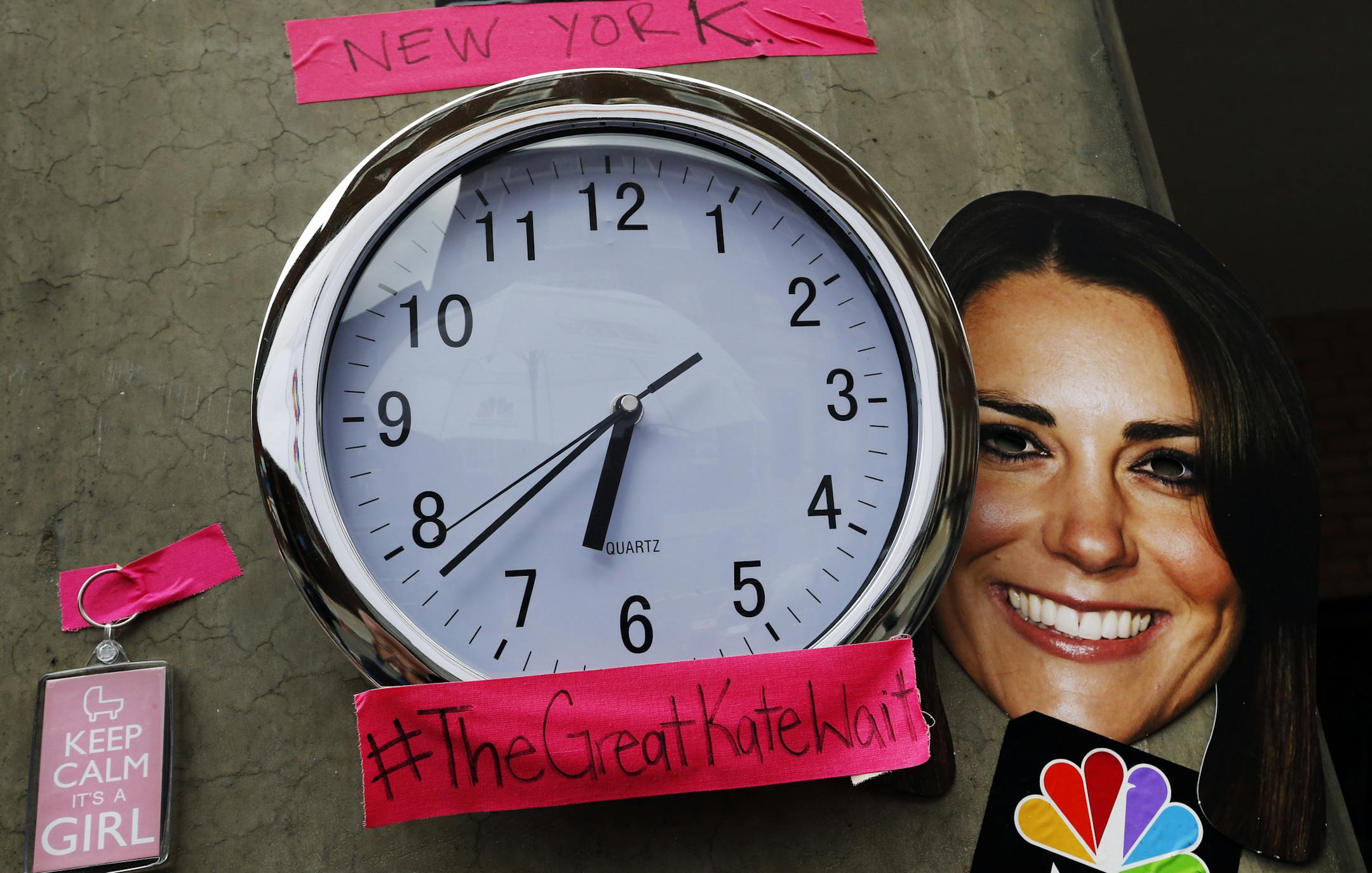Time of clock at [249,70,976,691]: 6:38
